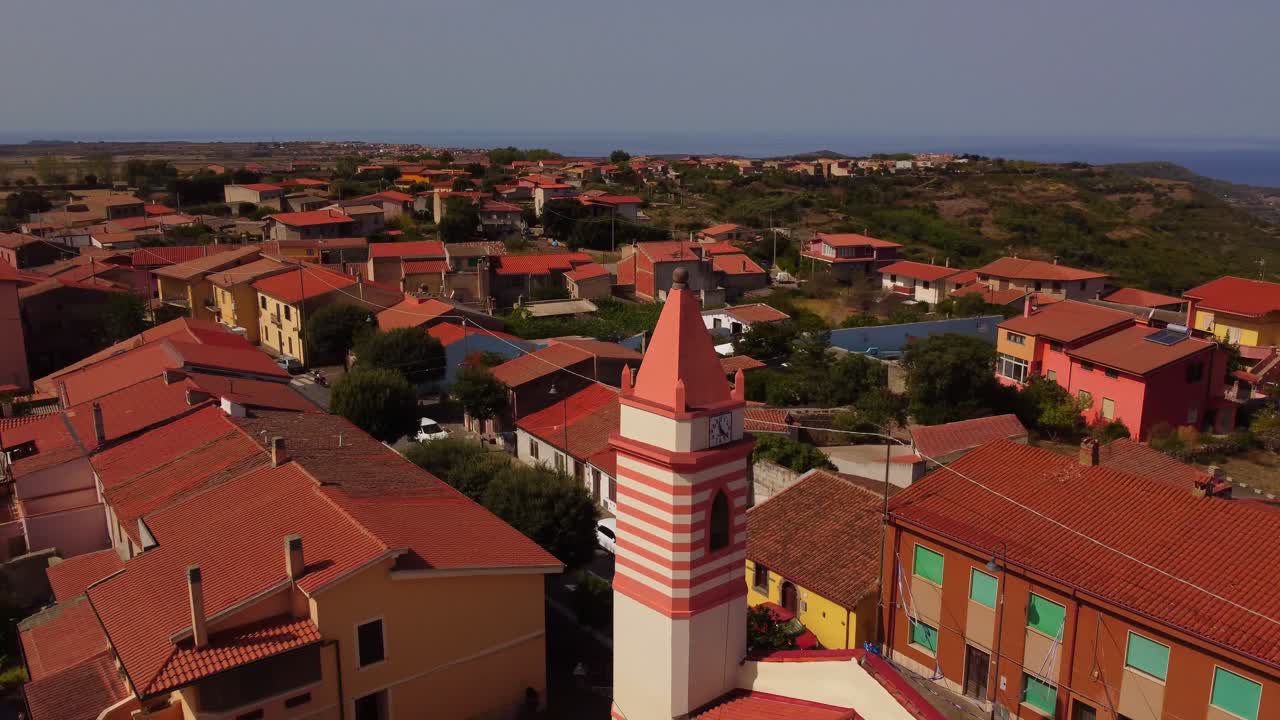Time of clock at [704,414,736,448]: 11:22
